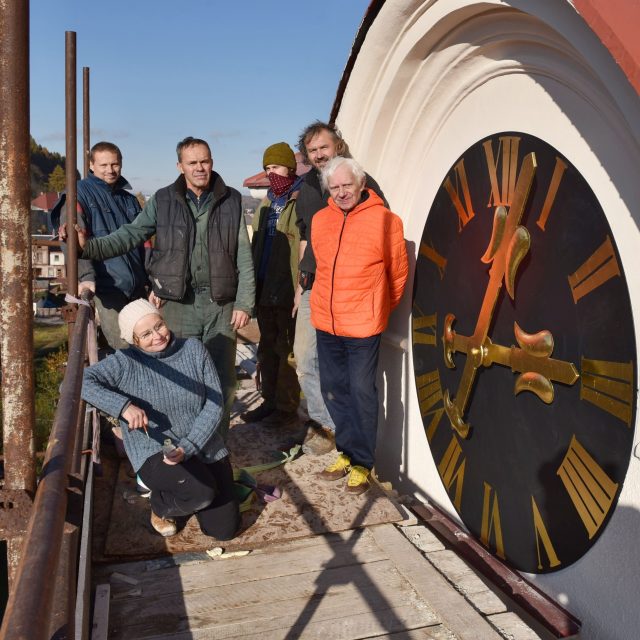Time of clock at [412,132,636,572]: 12:34
